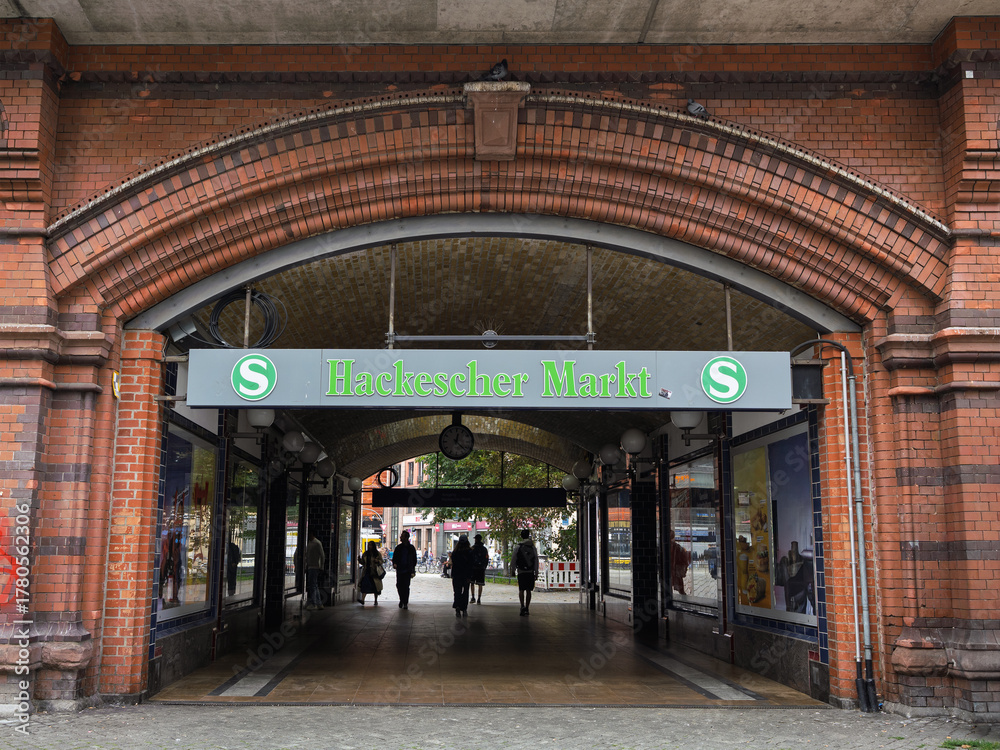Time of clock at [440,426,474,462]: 12:22
